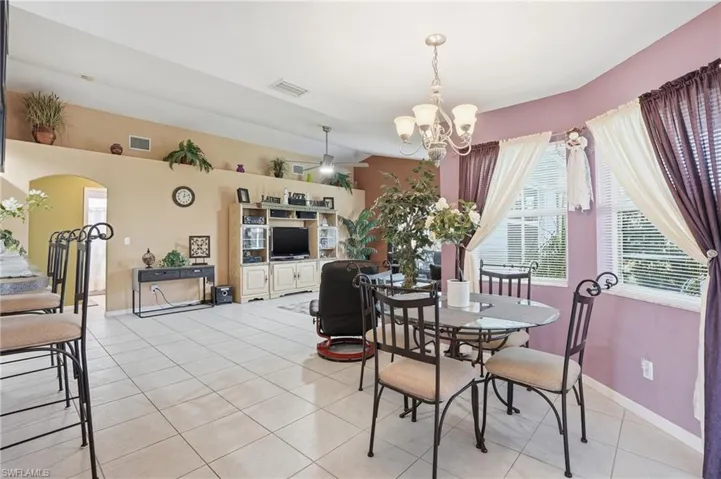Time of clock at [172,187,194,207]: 12:11
